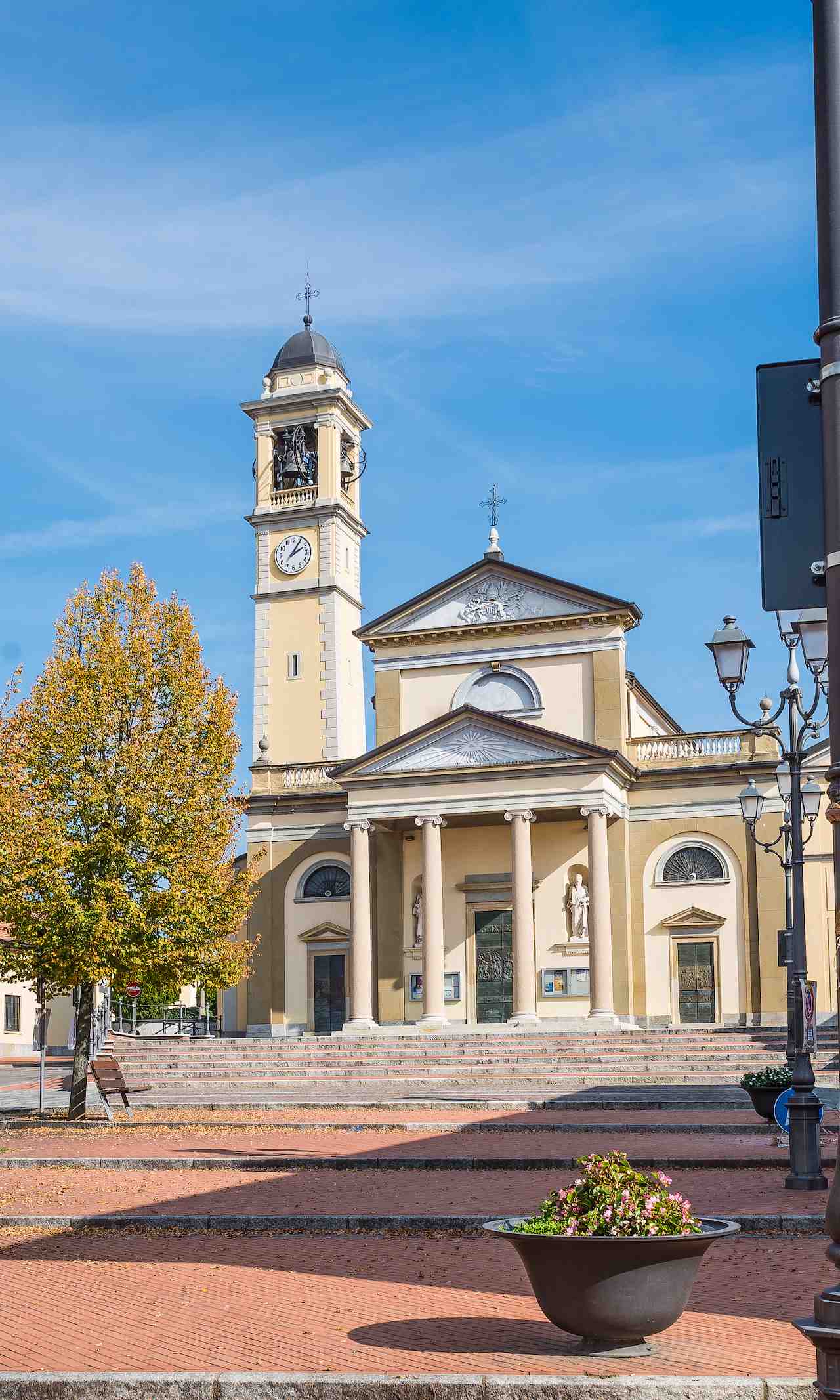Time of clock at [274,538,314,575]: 2:05
